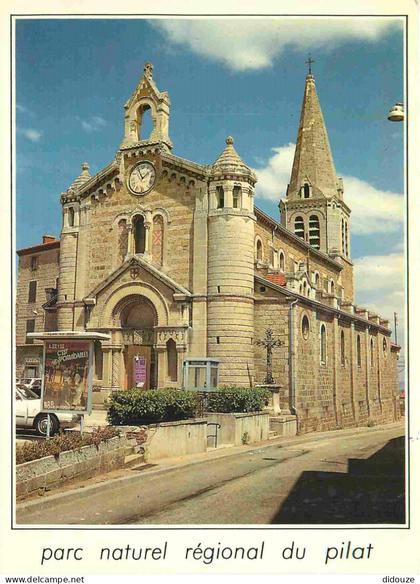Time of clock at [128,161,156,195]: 1:56
